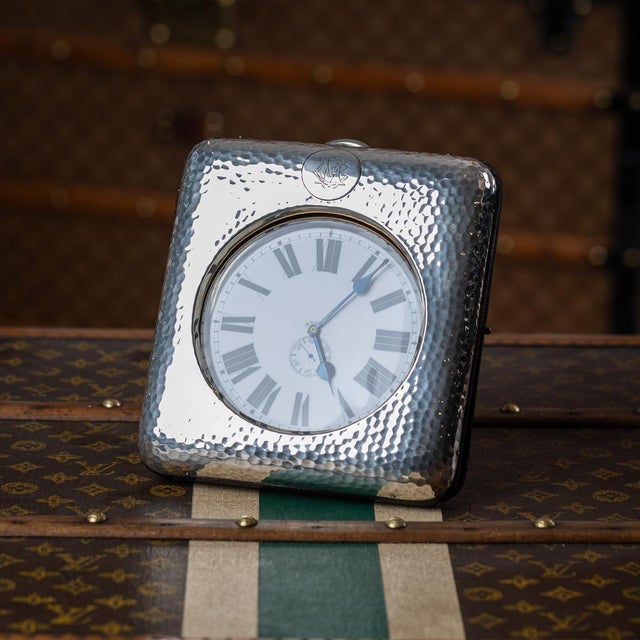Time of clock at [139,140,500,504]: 5:07
